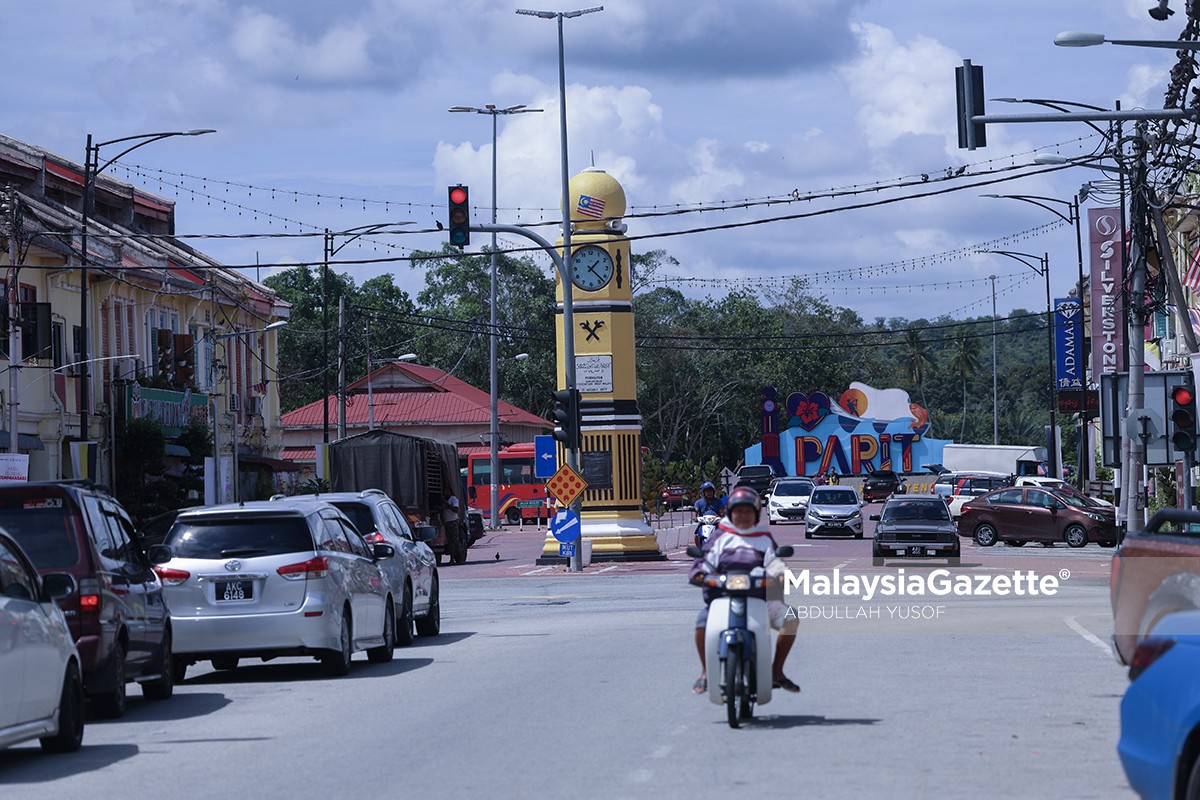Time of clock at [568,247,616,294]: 1:22
